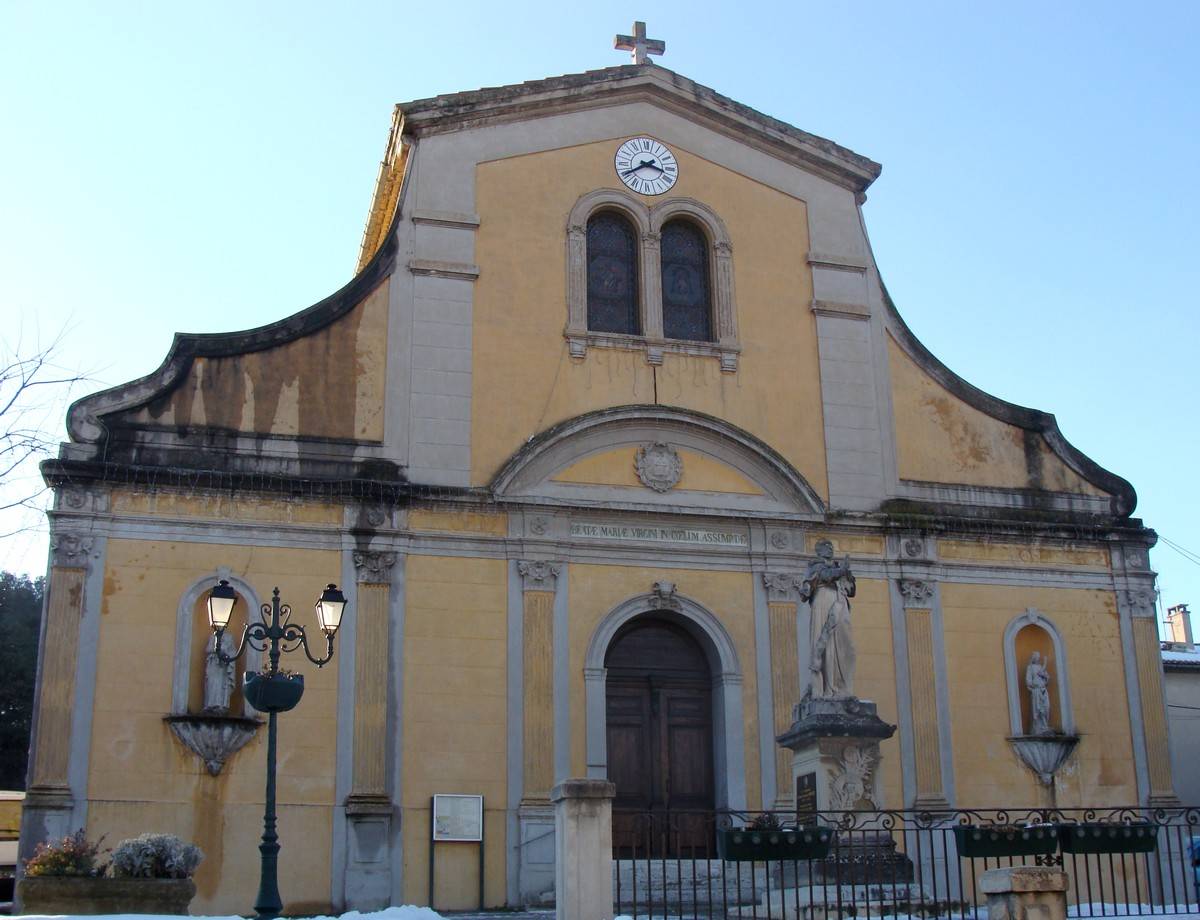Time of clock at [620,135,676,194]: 3:40
